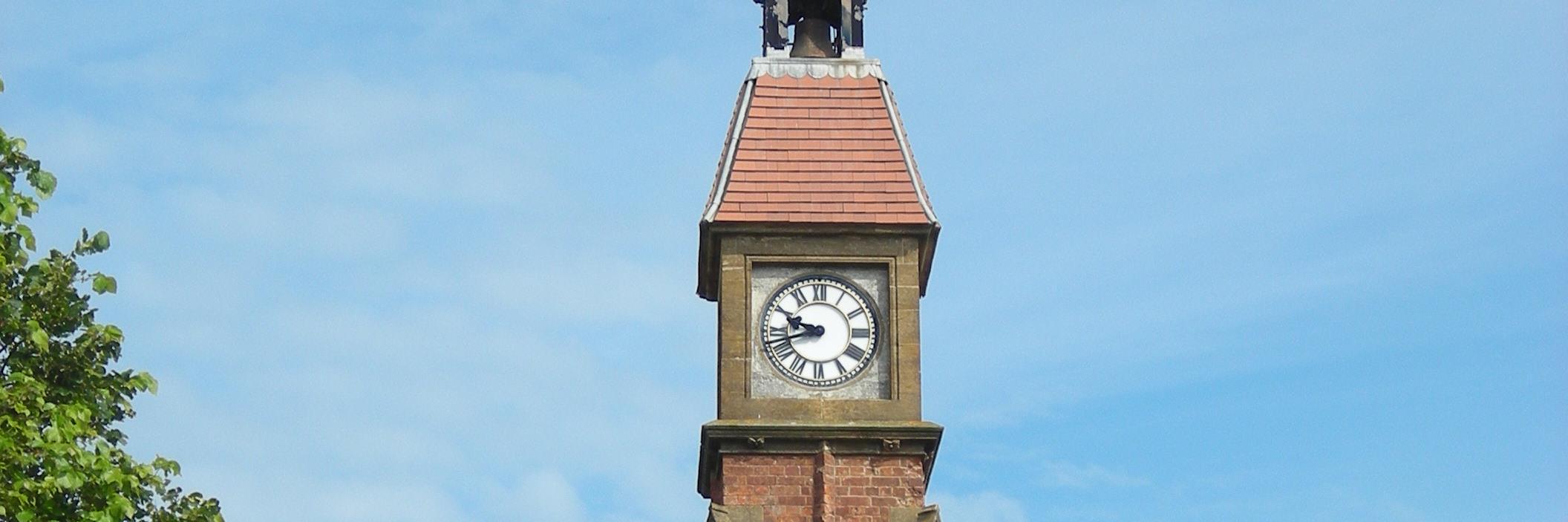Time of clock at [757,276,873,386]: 9:42
